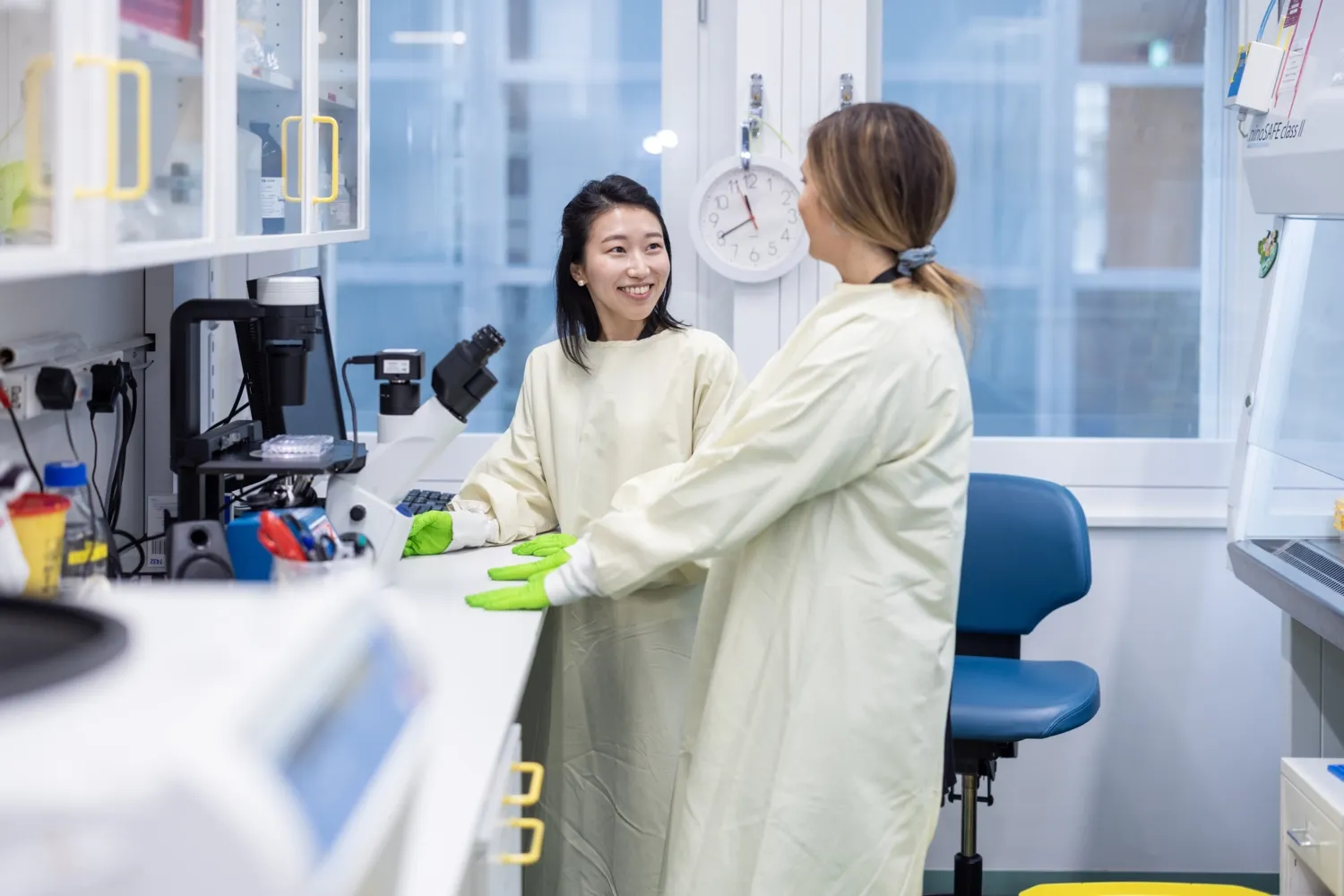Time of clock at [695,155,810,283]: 11:40
